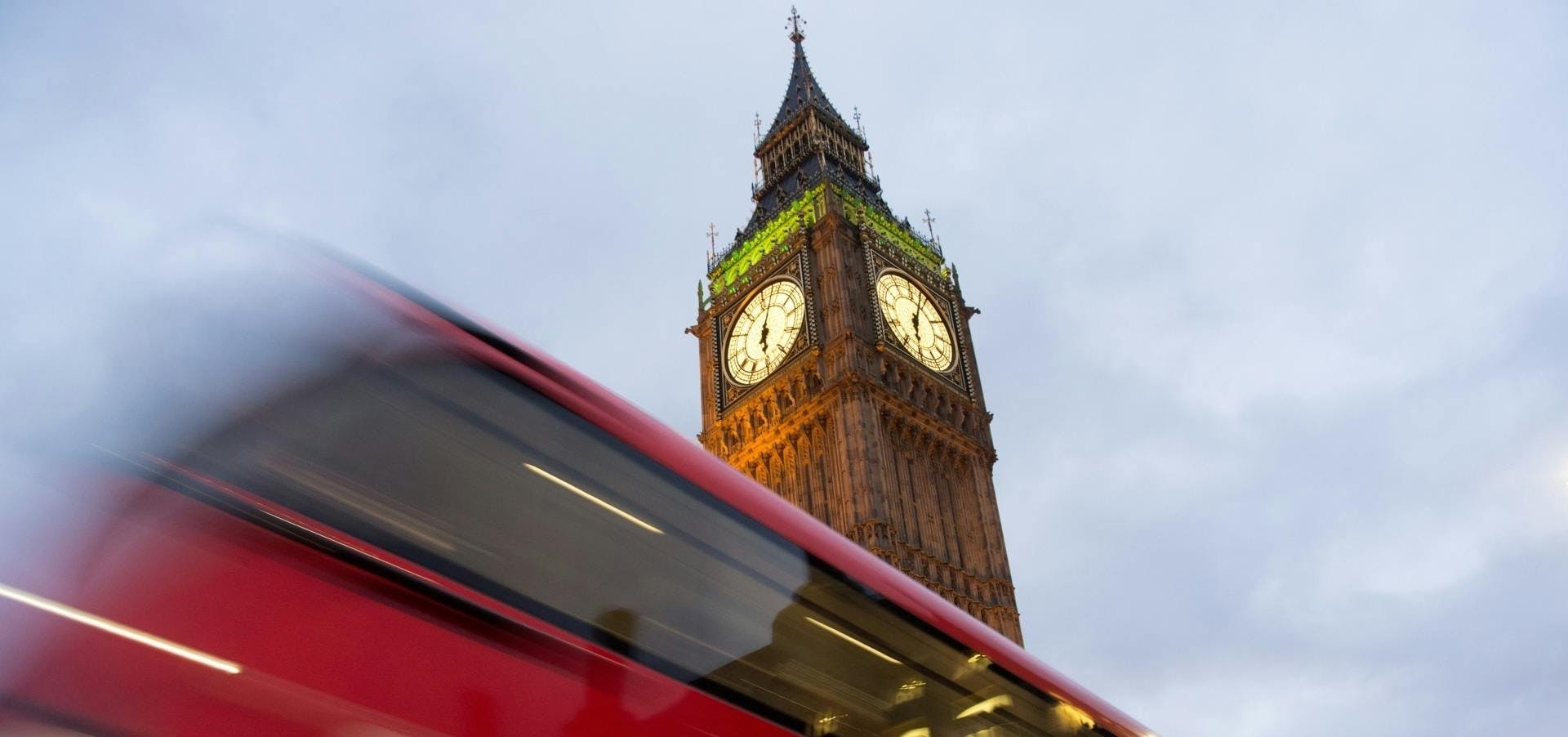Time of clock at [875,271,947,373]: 6:03
